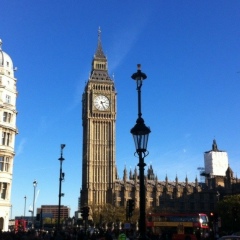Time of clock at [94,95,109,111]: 2:26
